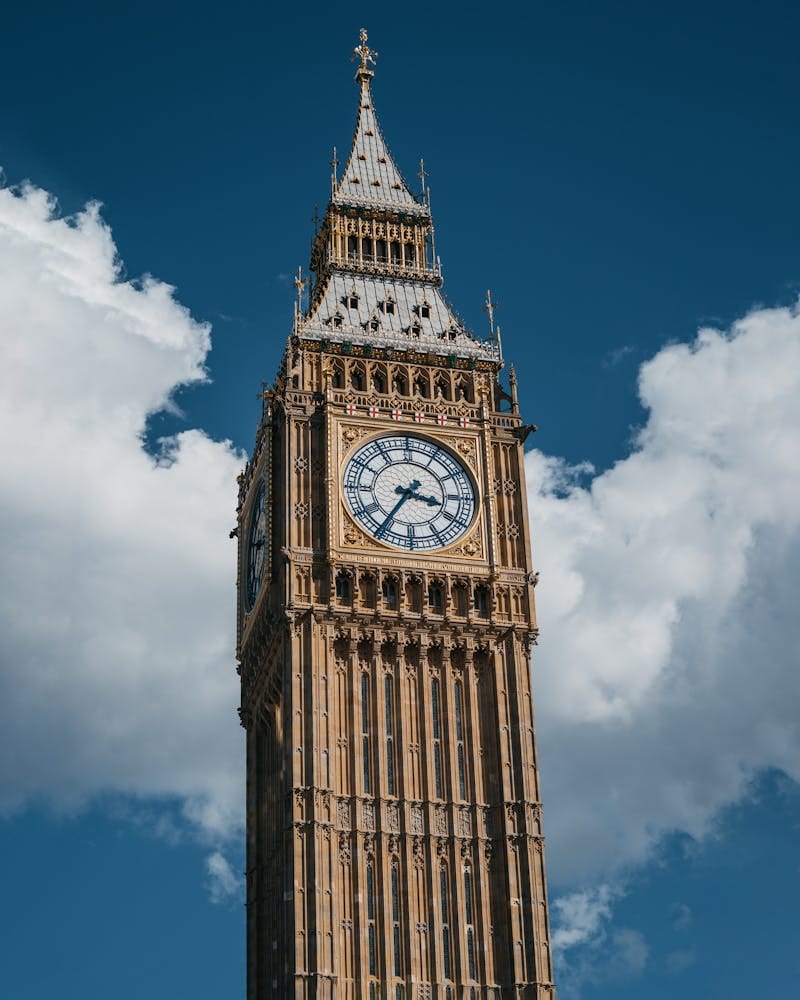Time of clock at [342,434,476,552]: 3:35
